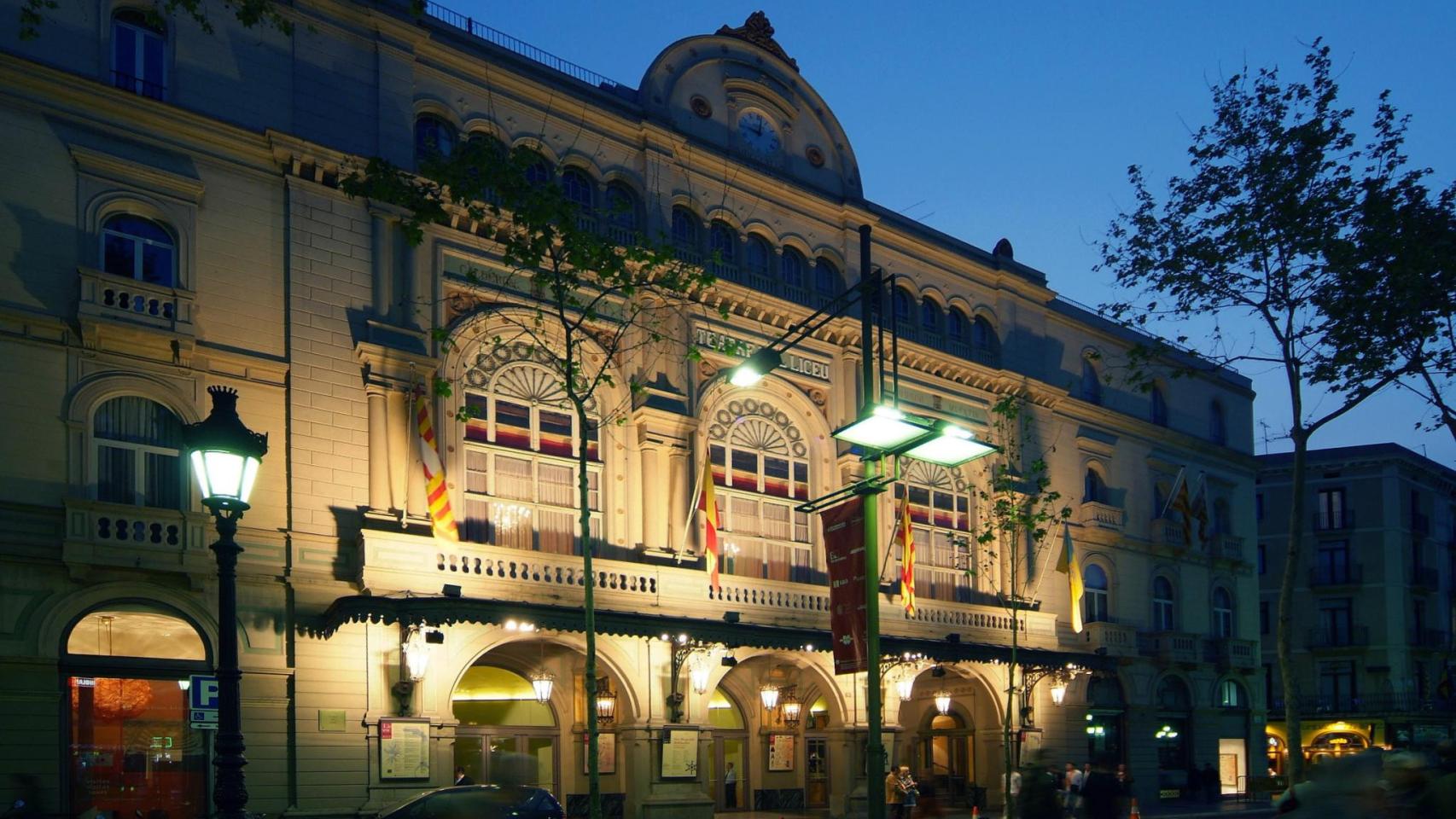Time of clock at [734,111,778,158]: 10:02
